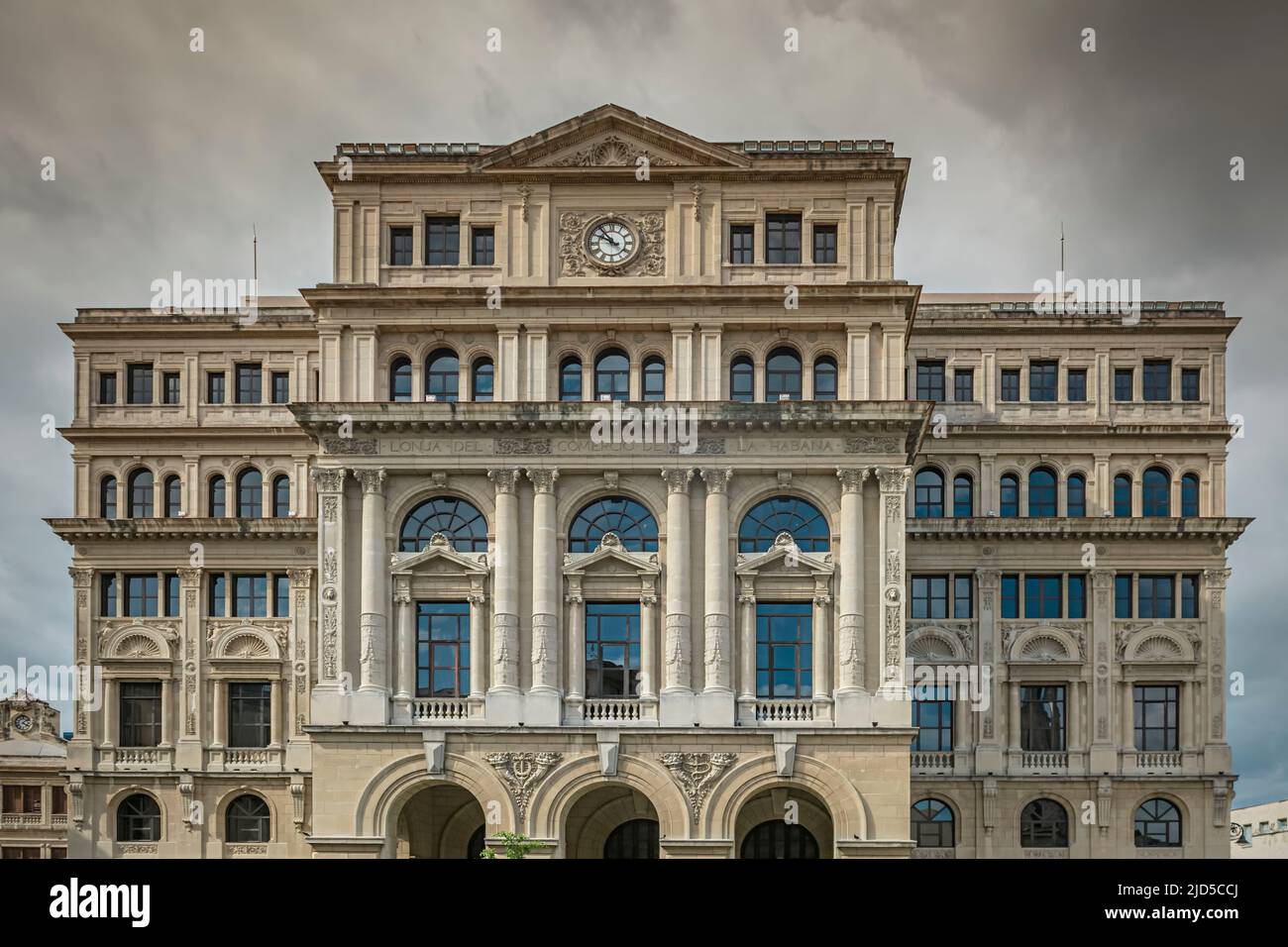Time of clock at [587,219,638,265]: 9:53
